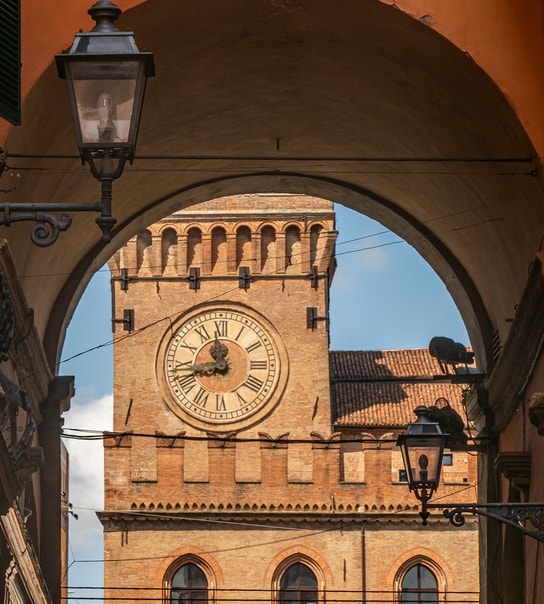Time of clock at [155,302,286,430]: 11:42
